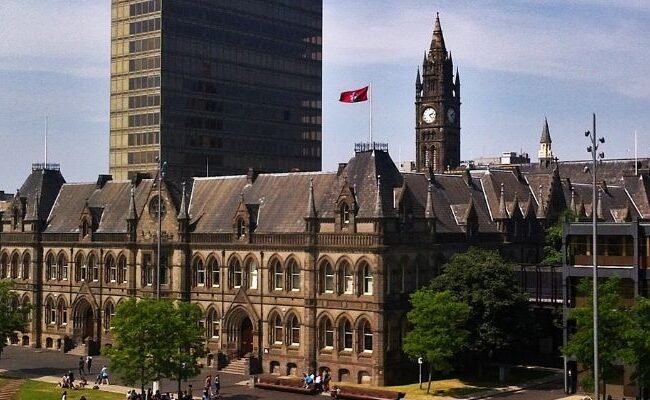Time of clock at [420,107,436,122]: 2:23
